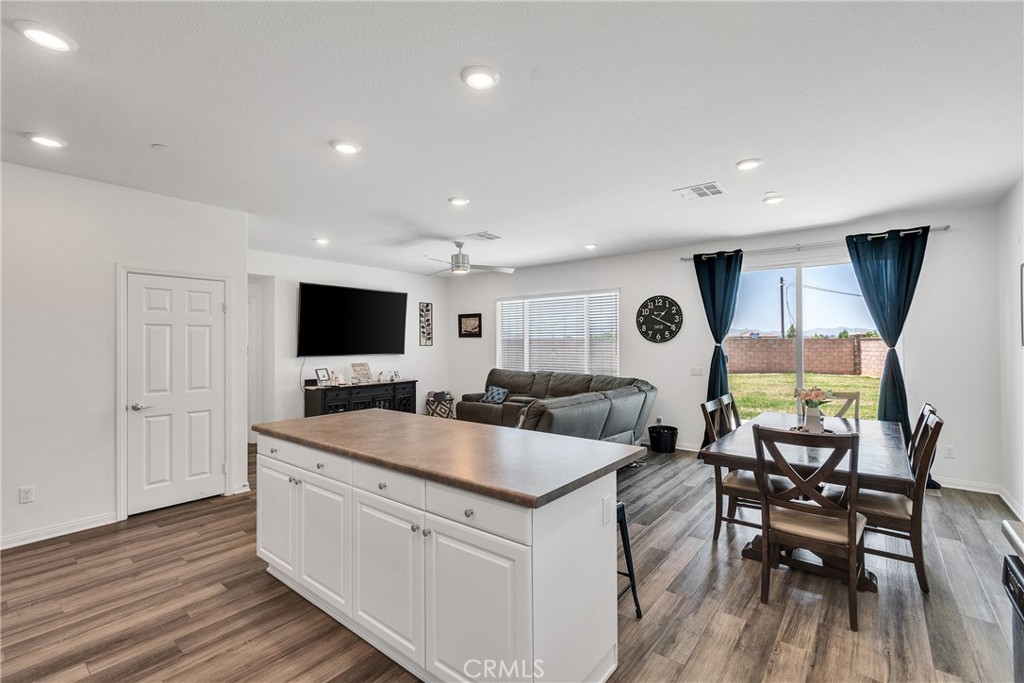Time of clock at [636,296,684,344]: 1:19
